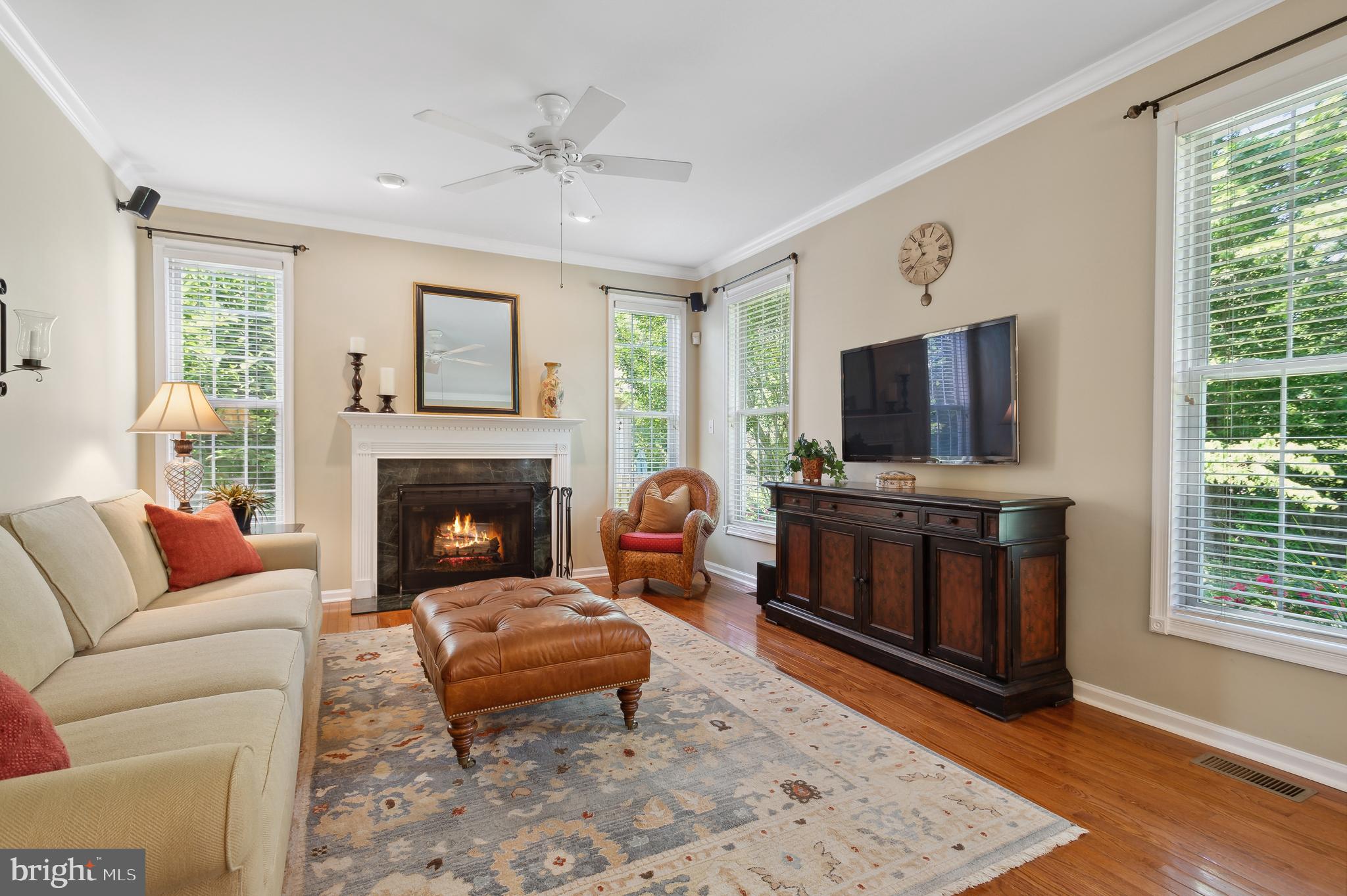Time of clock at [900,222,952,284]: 11:37
